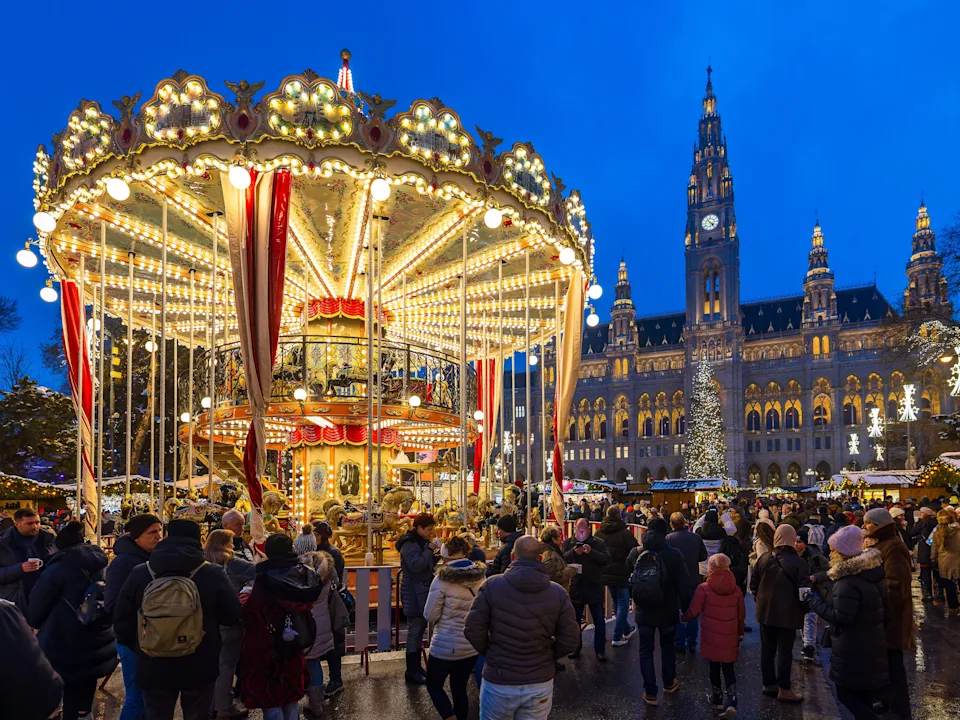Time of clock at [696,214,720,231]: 4:23
